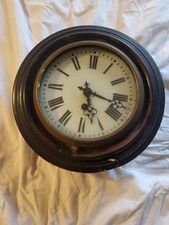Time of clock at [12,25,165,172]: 5:17
